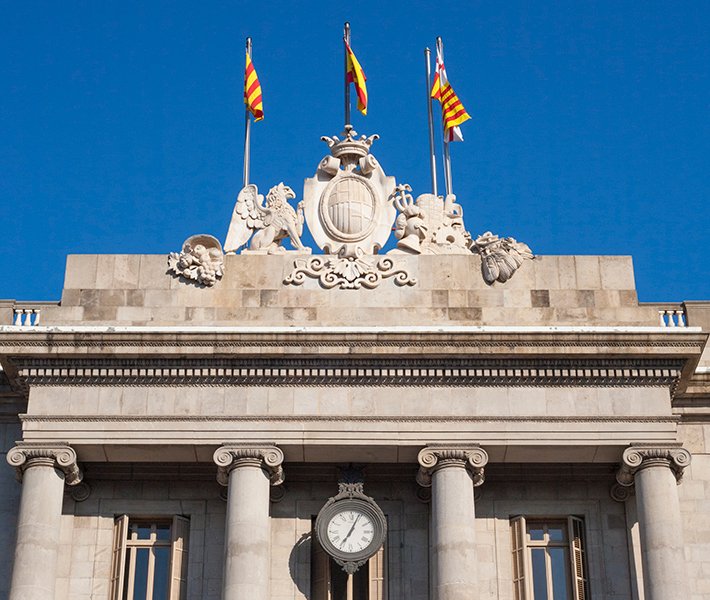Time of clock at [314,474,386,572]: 7:04
